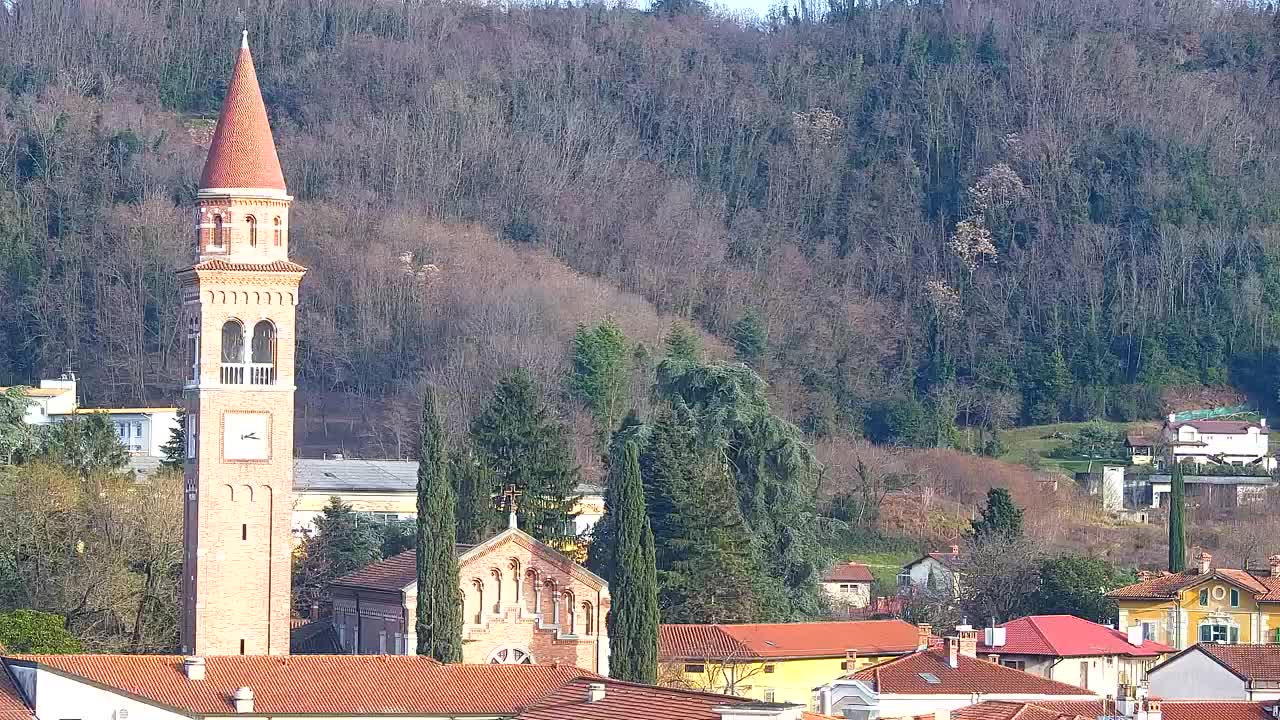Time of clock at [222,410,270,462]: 2:16
